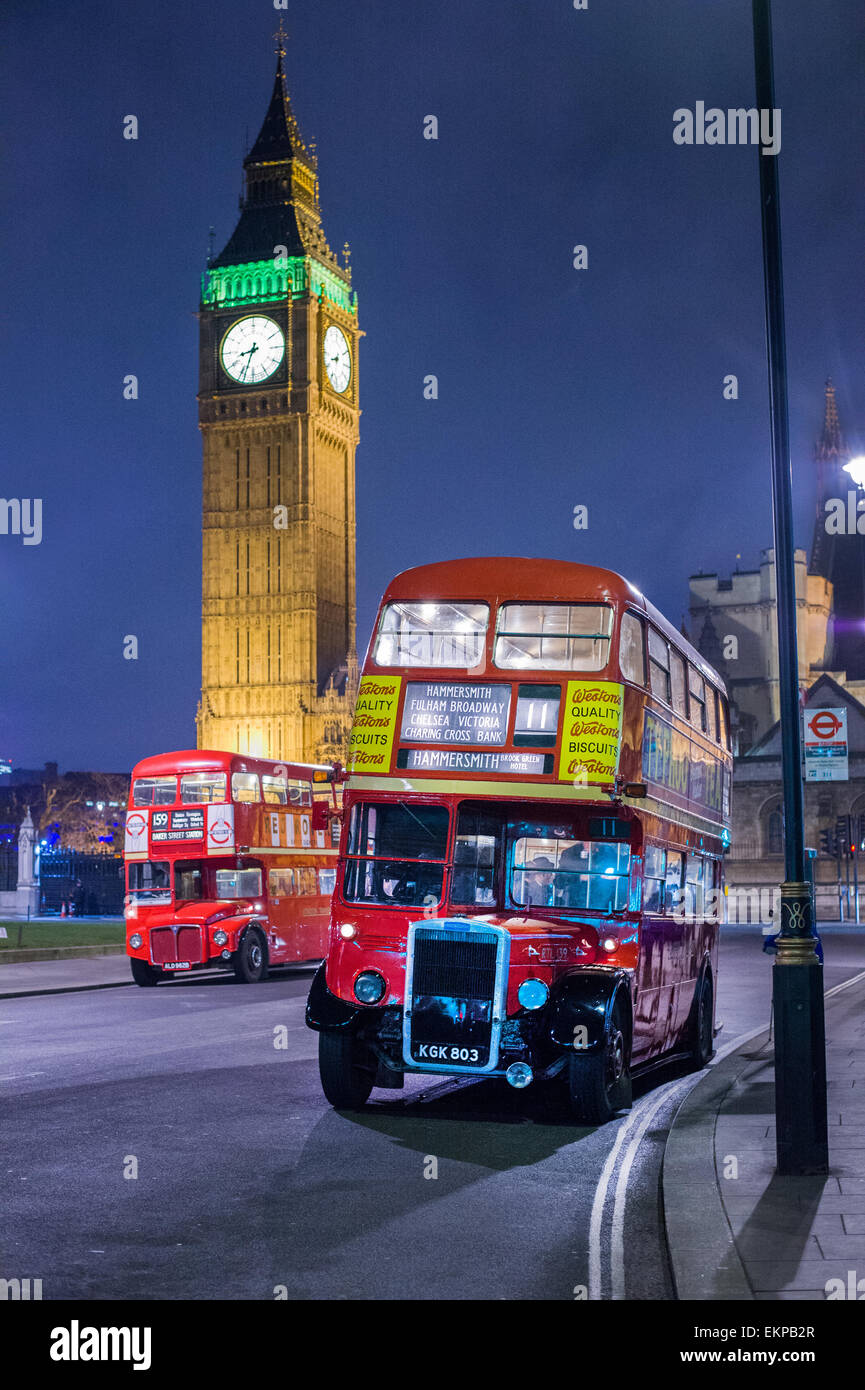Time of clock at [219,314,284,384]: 8:33
